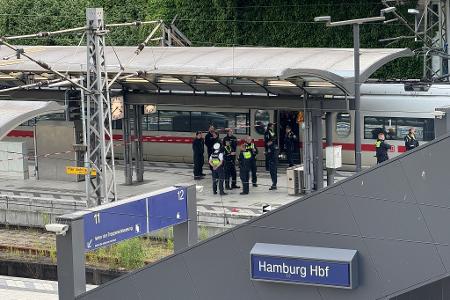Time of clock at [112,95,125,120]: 3:40
